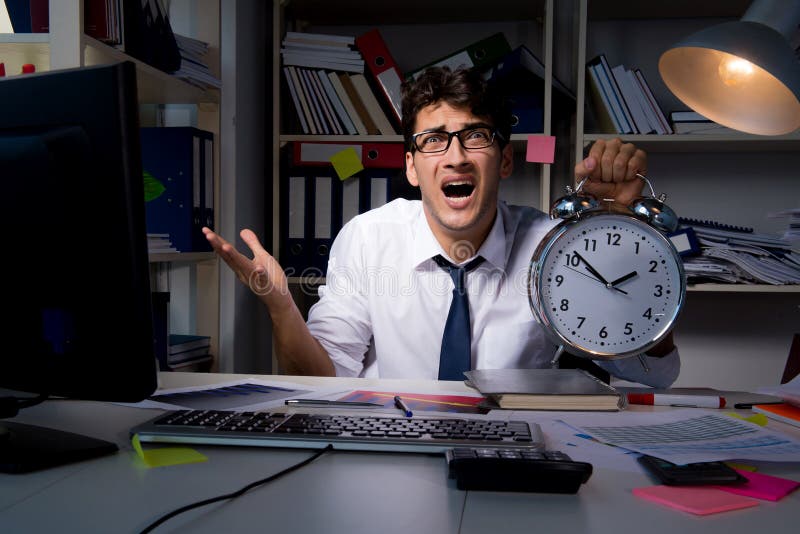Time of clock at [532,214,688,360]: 1:51
